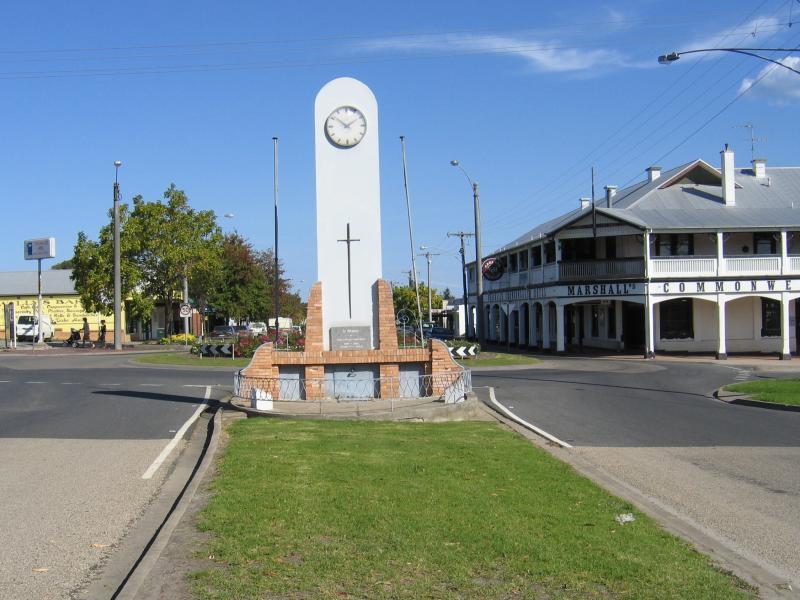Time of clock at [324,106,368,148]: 1:51
